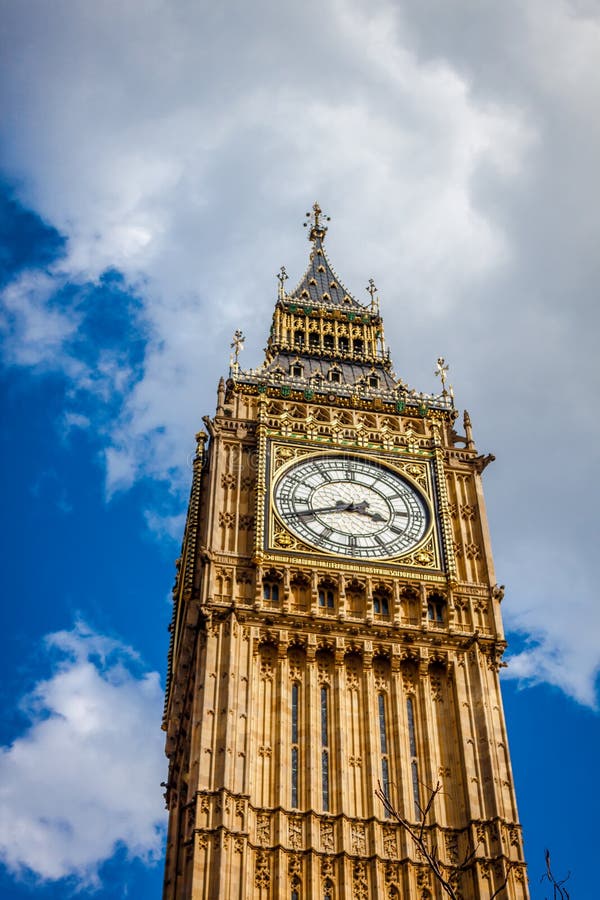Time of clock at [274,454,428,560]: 3:41
